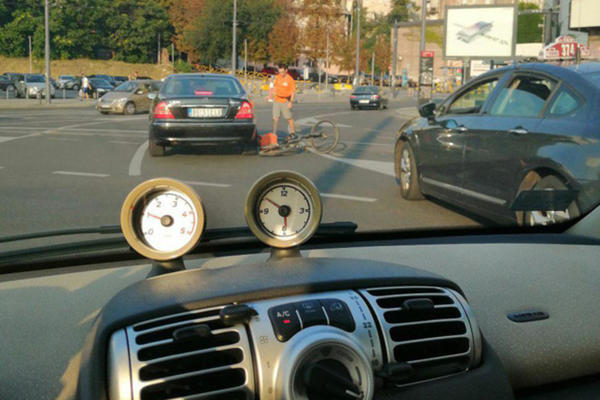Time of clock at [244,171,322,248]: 5:50
